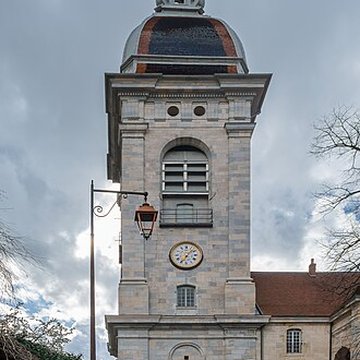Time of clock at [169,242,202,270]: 7:07
